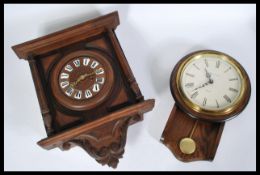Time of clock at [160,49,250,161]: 11:41
